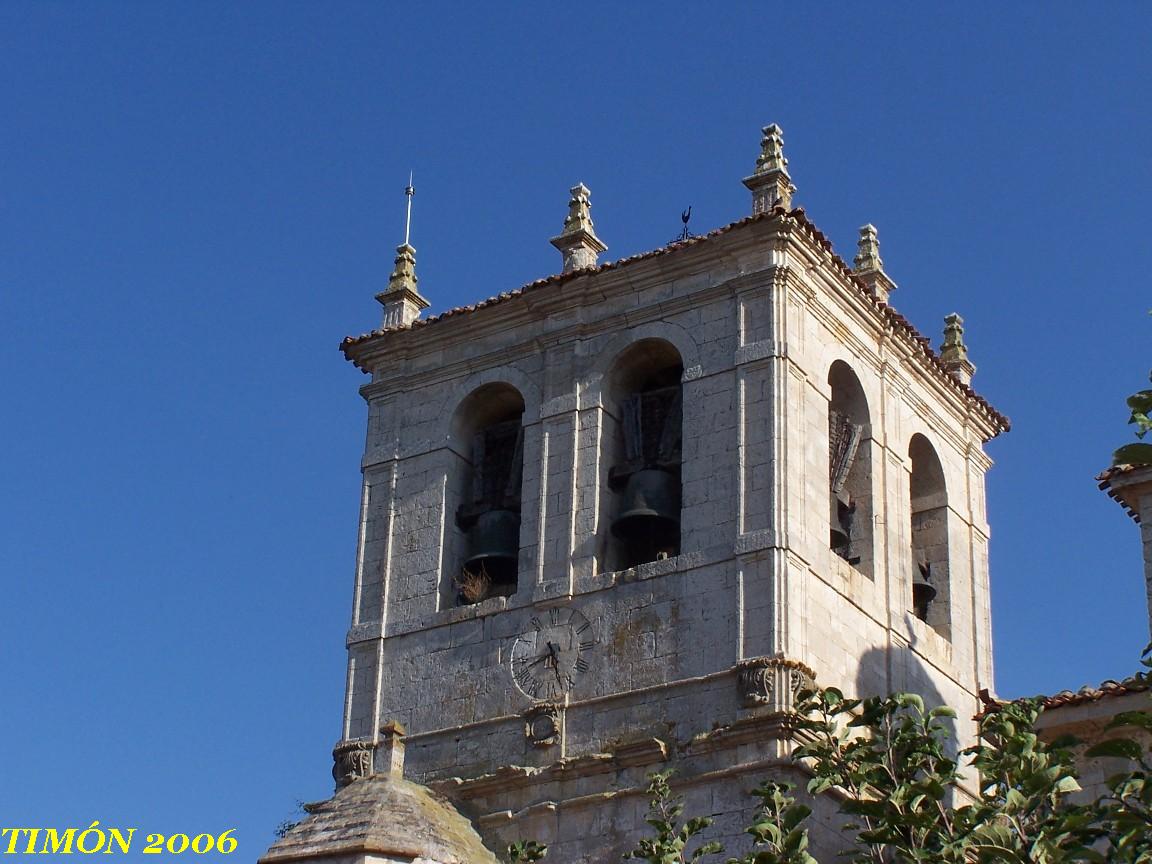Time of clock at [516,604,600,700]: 8:27
